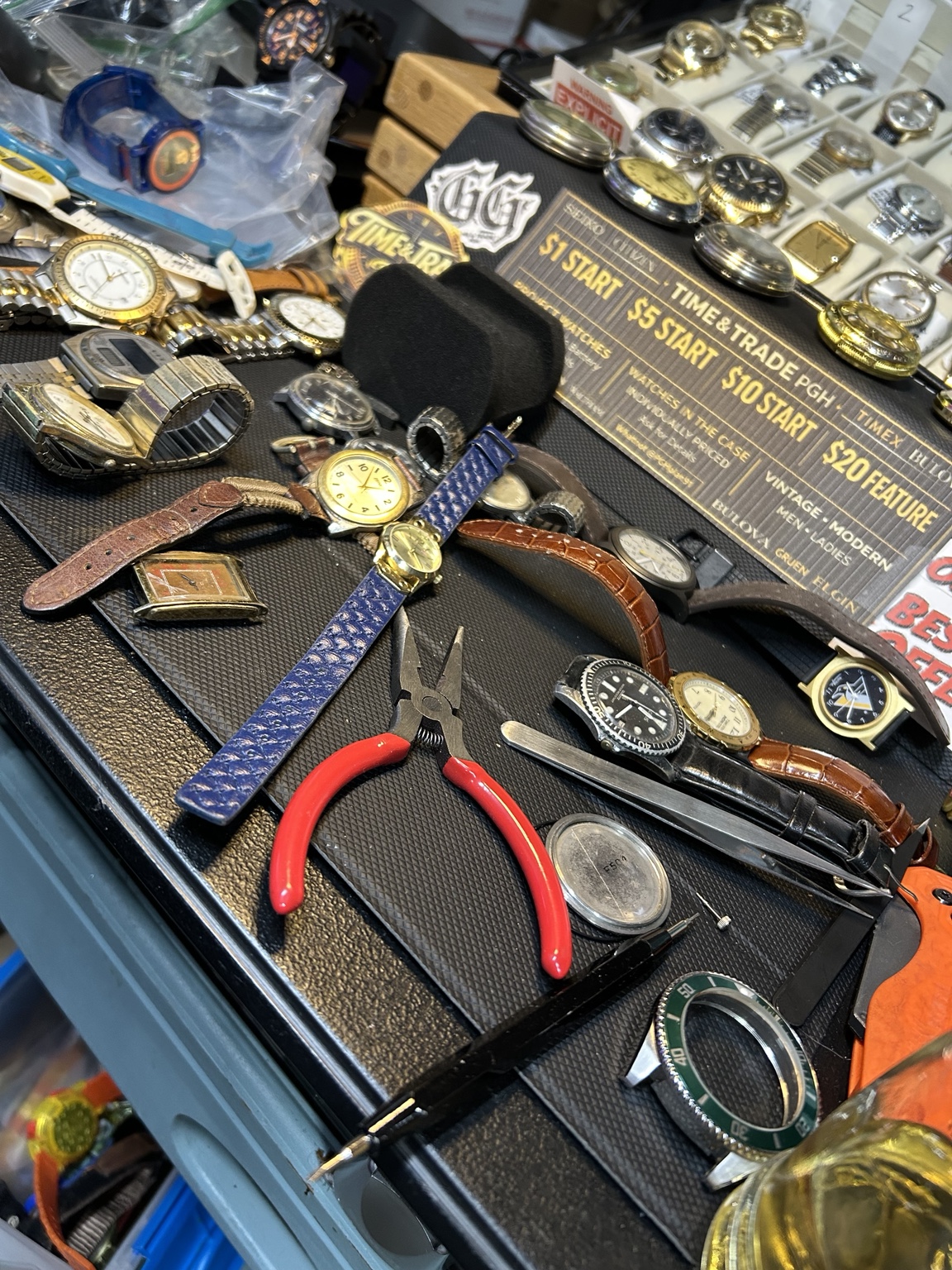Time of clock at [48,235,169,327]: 1:56
